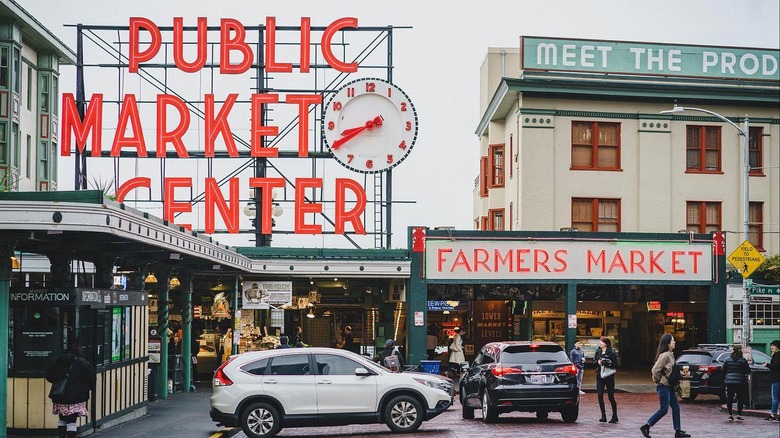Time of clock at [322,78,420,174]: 8:40
